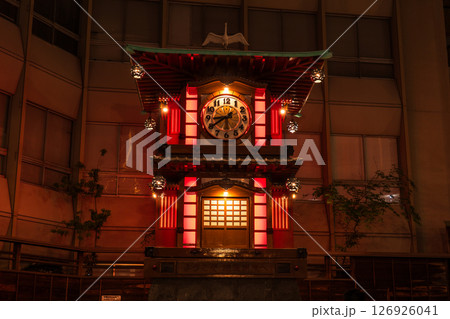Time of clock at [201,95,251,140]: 8:39
